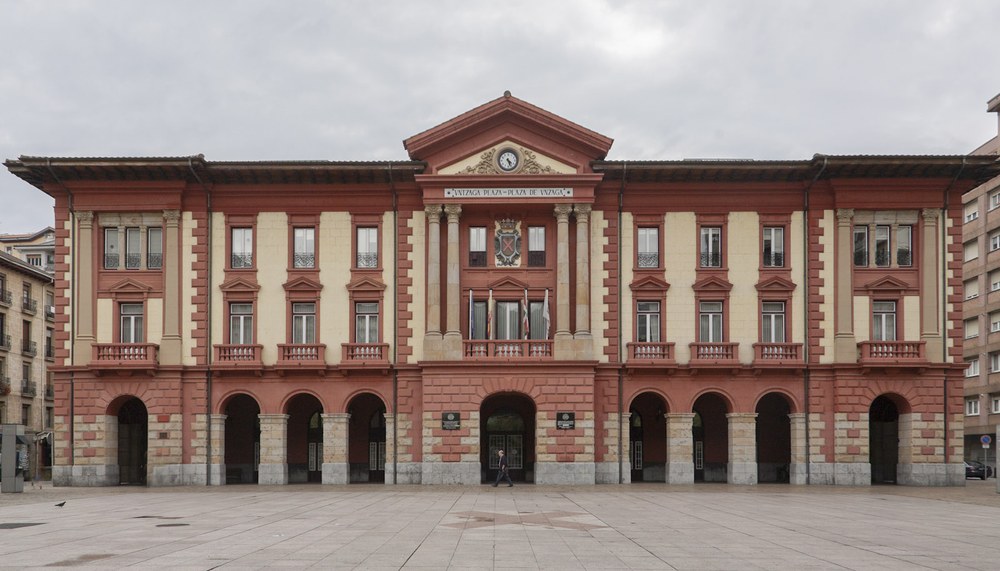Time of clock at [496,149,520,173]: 4:26
